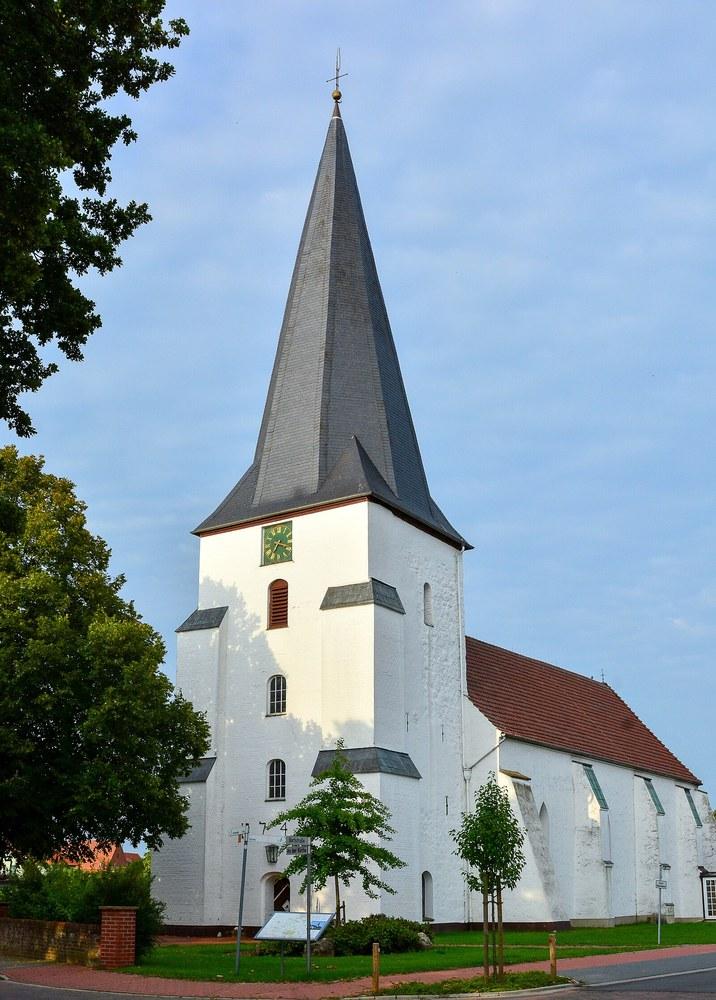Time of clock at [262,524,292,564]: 7:17
